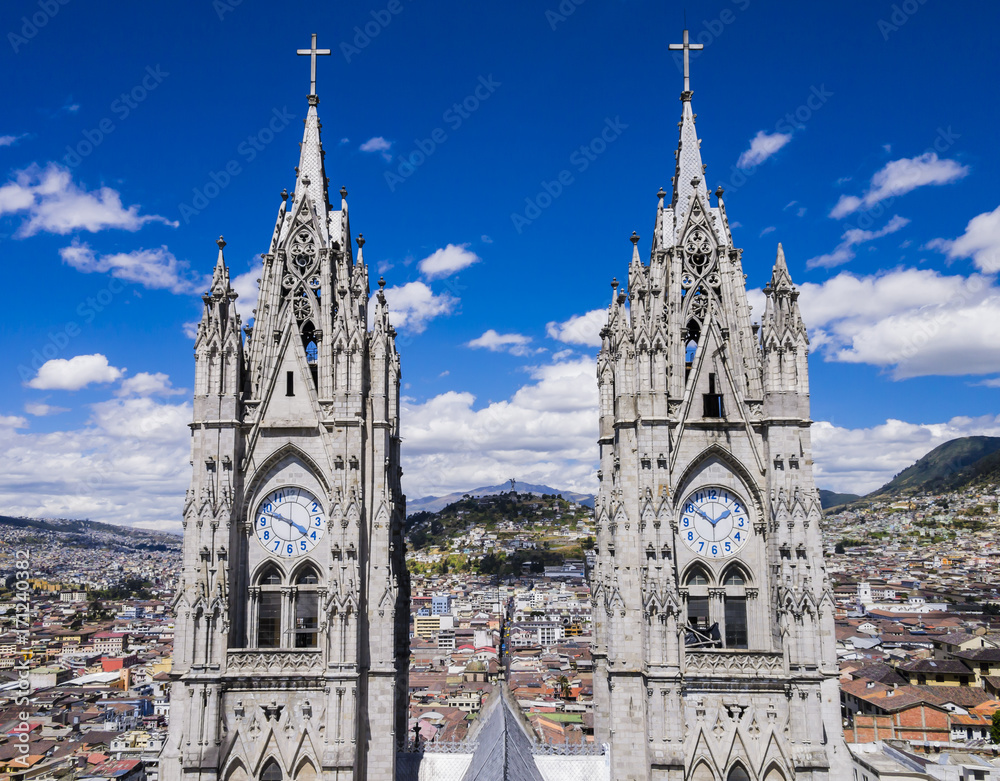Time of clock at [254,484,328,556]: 3:47
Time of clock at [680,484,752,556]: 1:50
